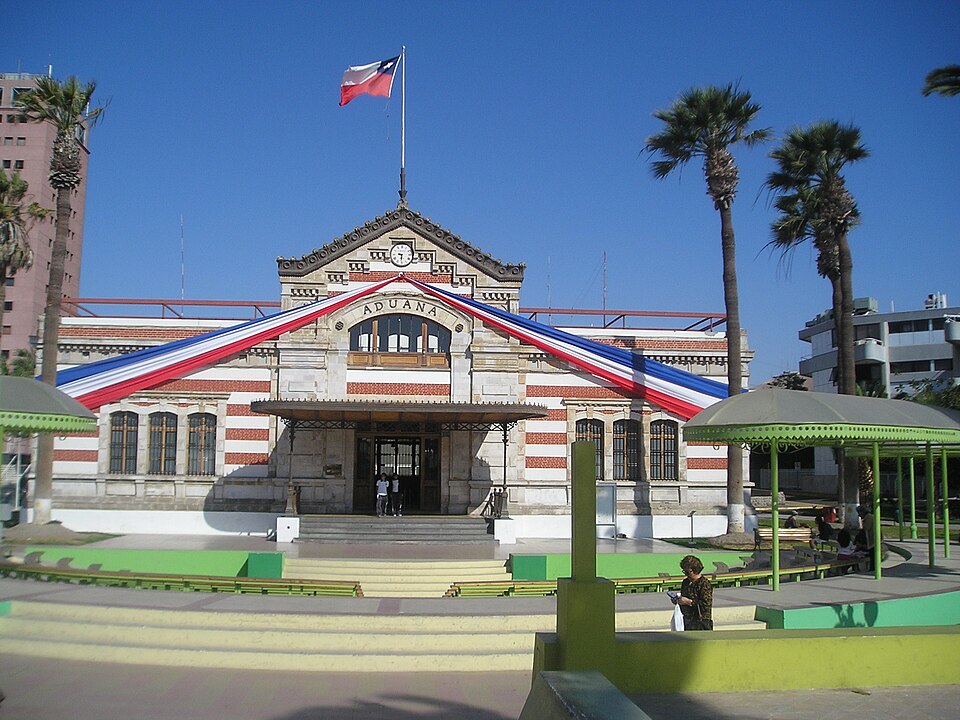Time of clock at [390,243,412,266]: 9:30
